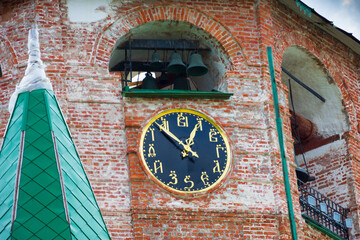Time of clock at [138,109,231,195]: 12:52
